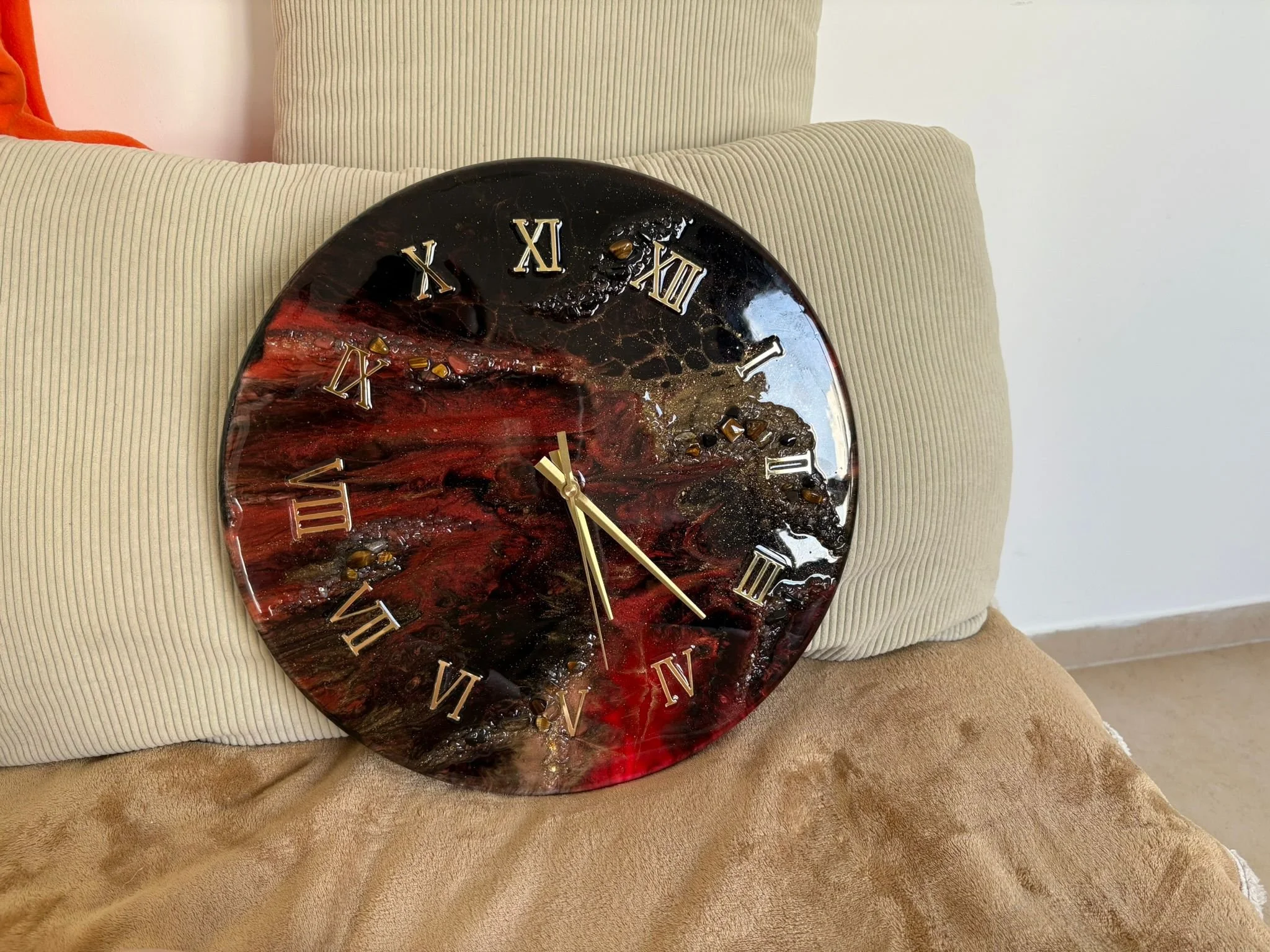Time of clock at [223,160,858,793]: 5:22
